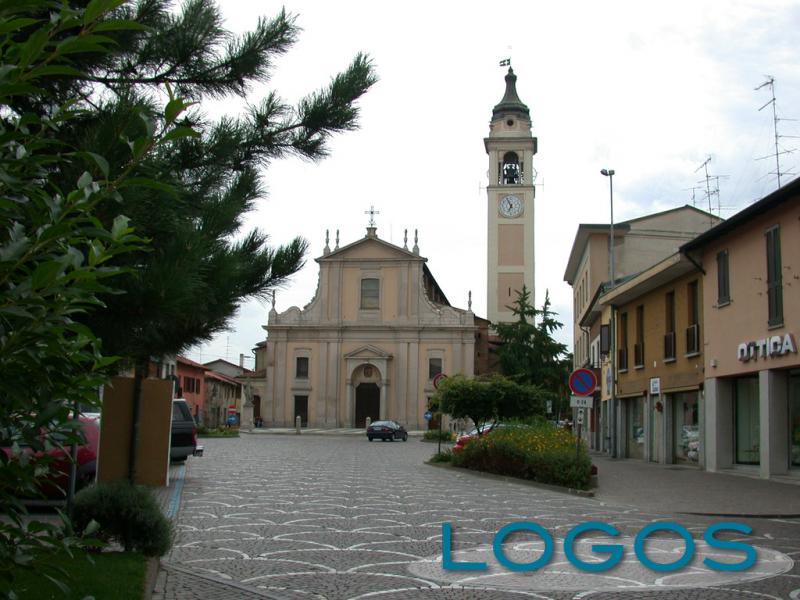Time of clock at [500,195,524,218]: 6:56
